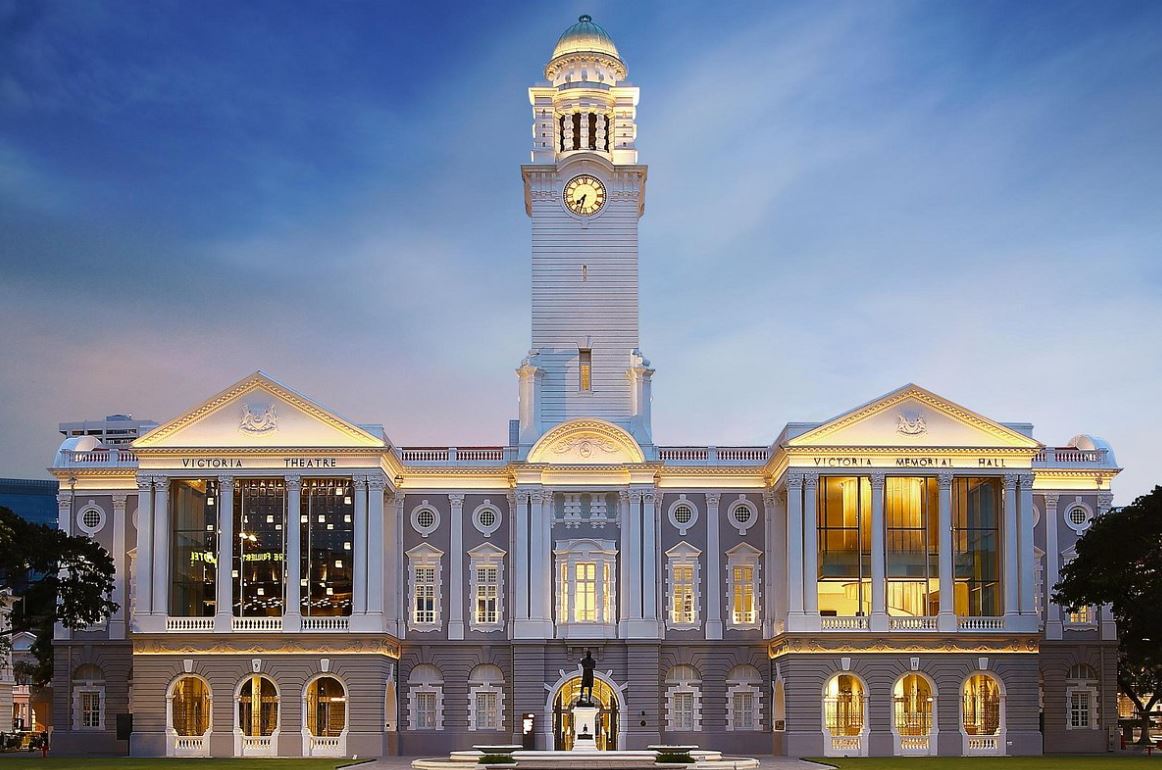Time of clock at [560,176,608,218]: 7:32
